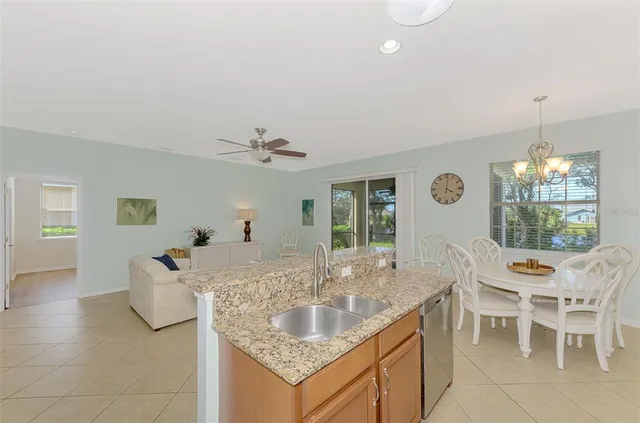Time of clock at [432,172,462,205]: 4:01
